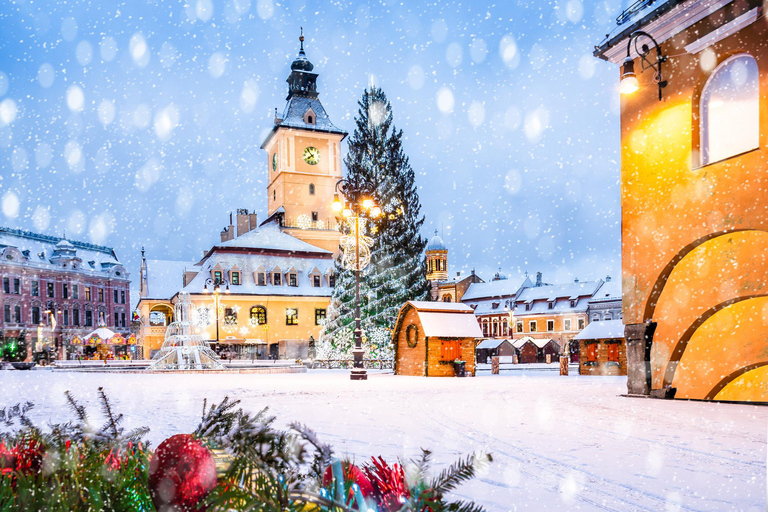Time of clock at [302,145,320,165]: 7:53
